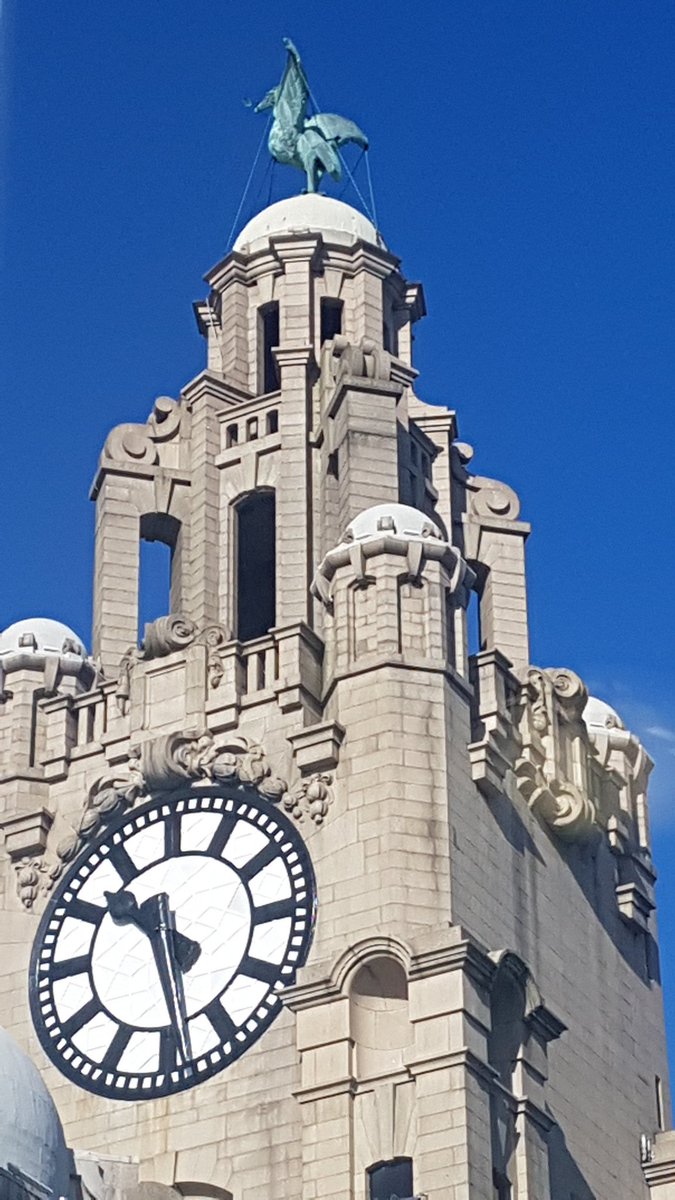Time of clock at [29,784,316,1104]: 10:28
